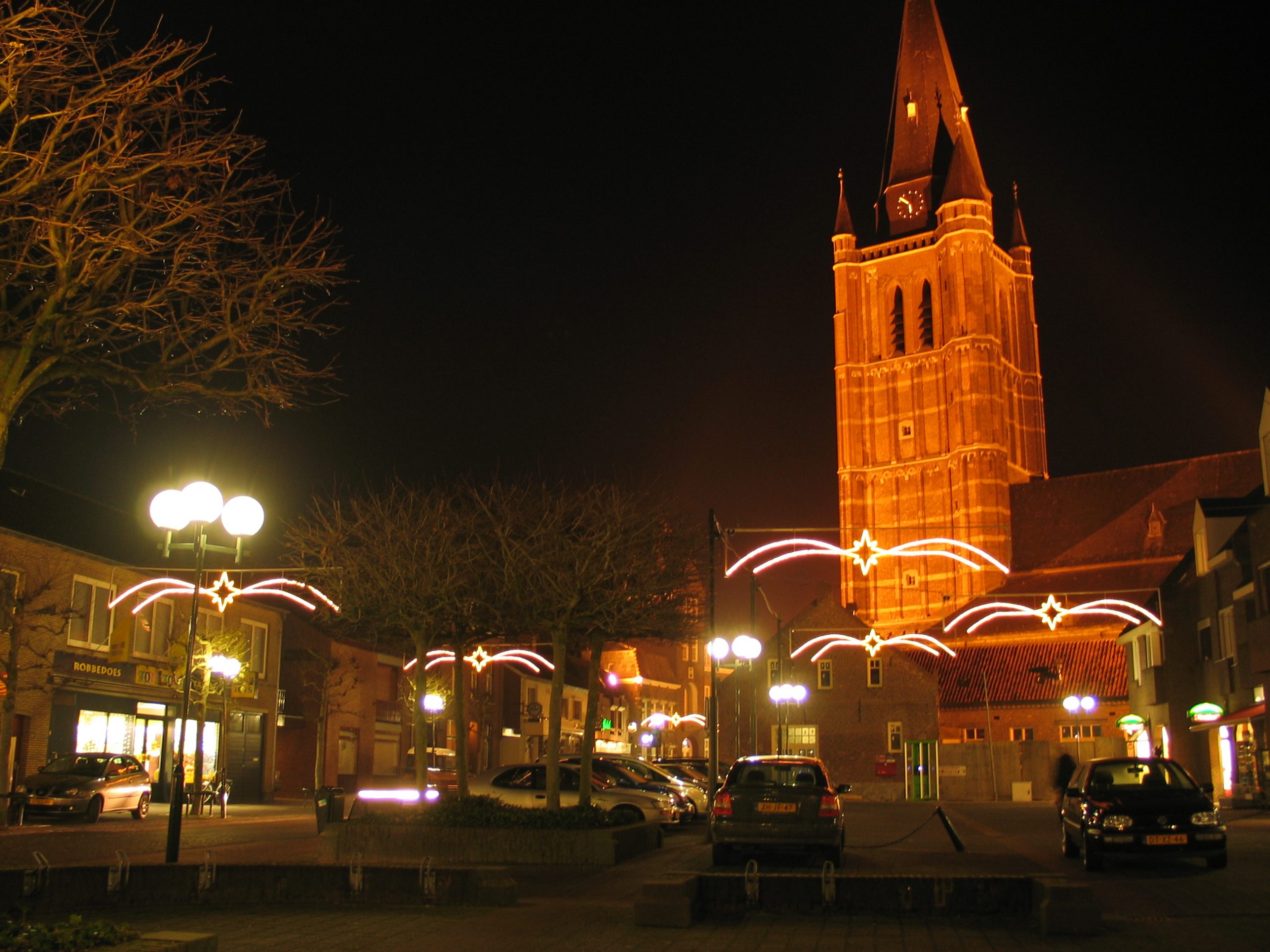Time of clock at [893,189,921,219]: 5:51
